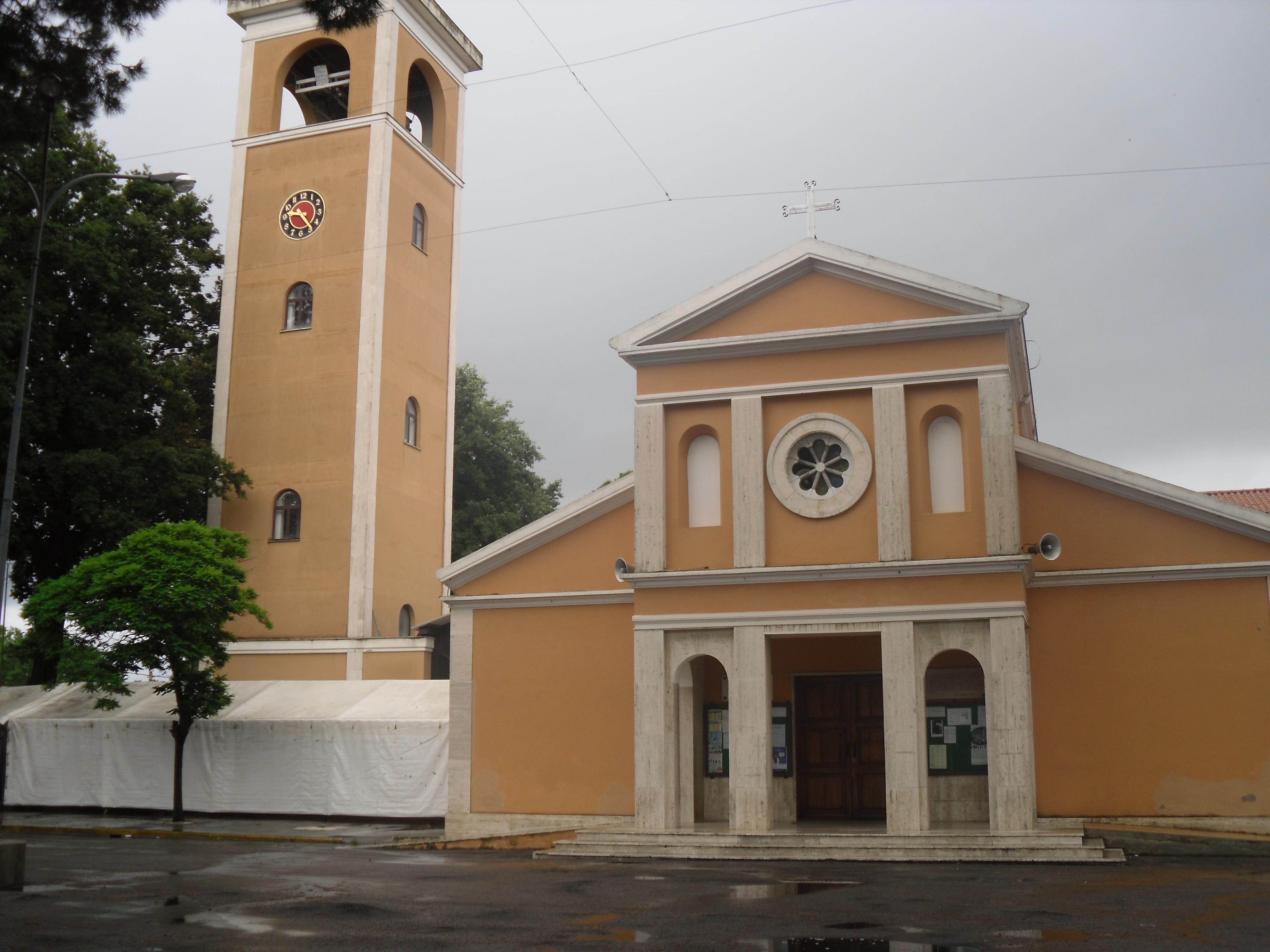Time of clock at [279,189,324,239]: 9:23
